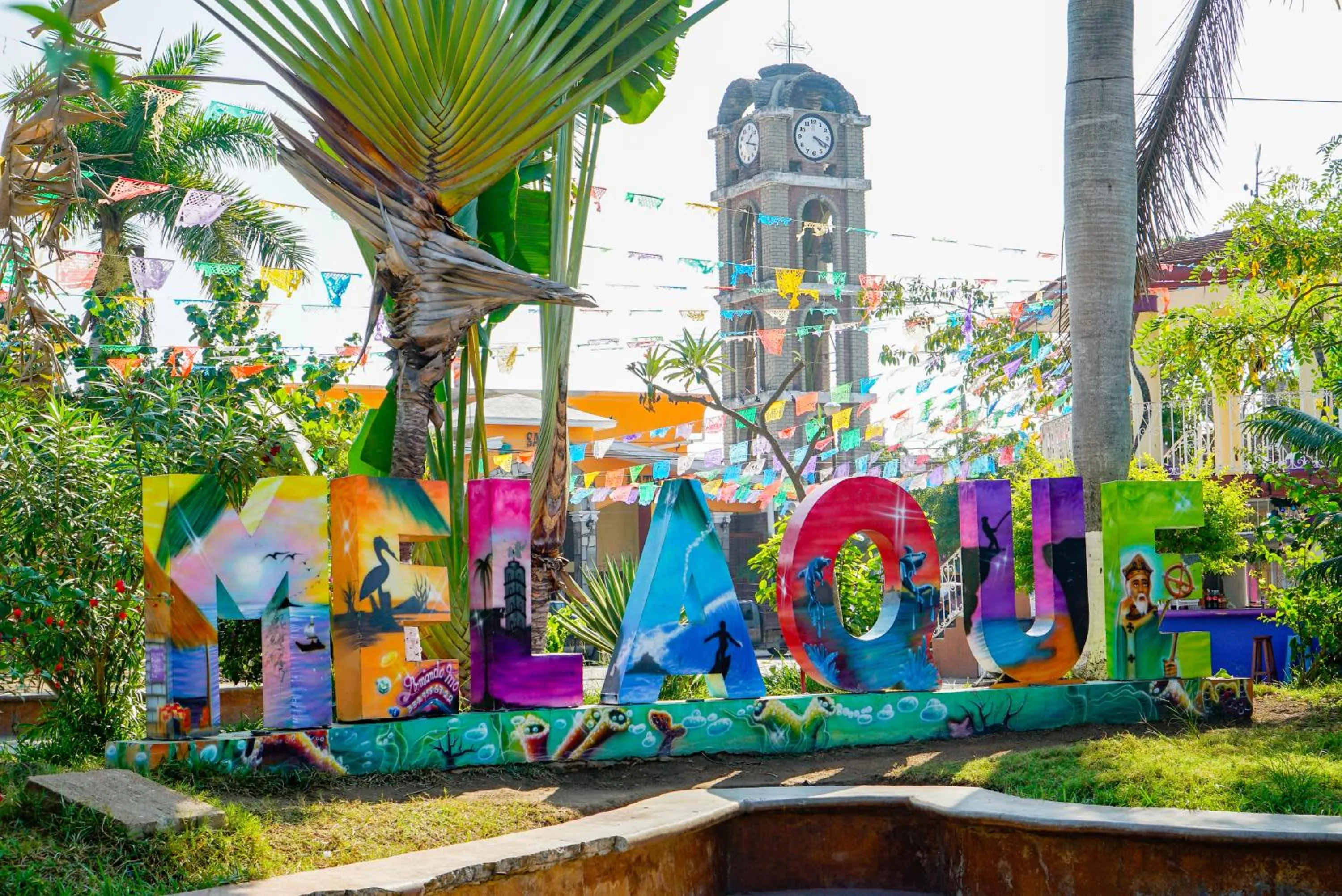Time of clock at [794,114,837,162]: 4:19
